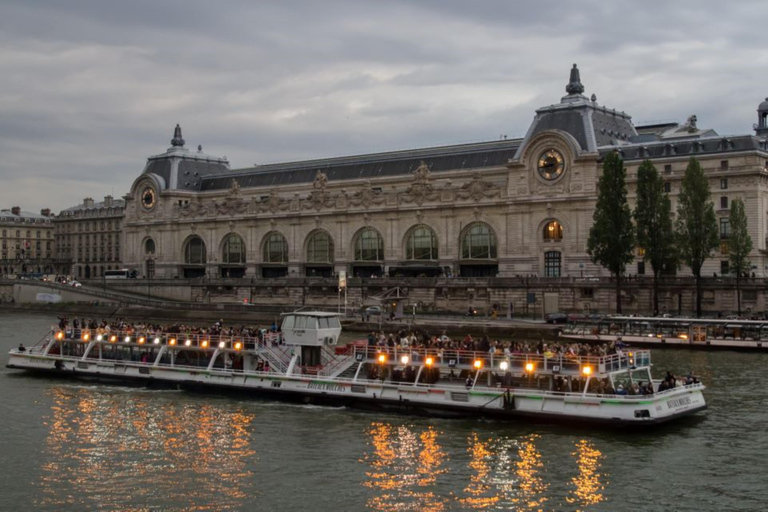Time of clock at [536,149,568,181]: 2:42
